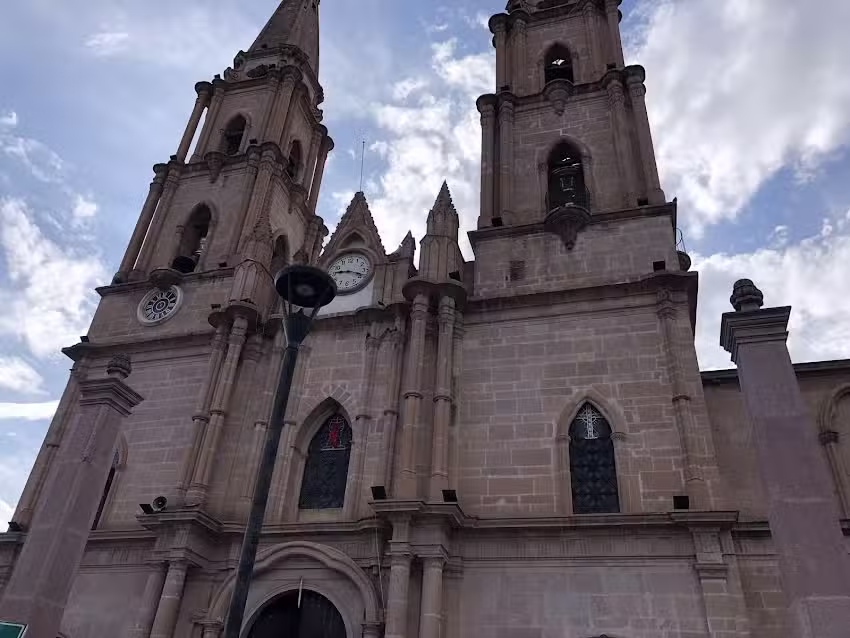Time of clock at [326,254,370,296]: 9:18
